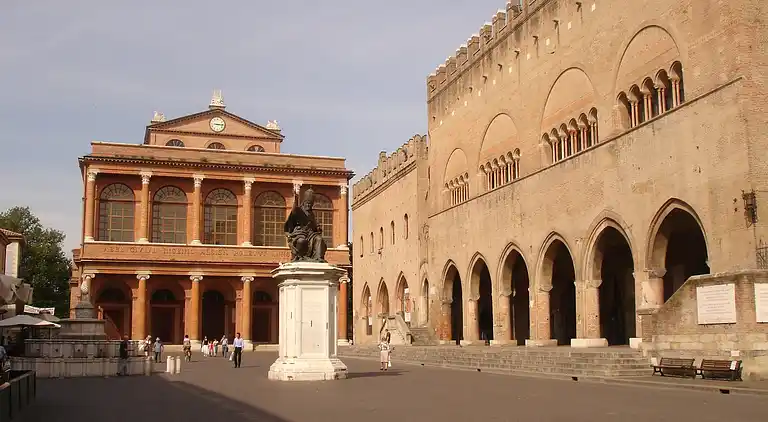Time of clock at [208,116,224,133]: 3:14
